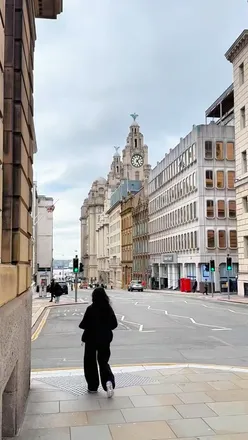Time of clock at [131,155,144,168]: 5:06
